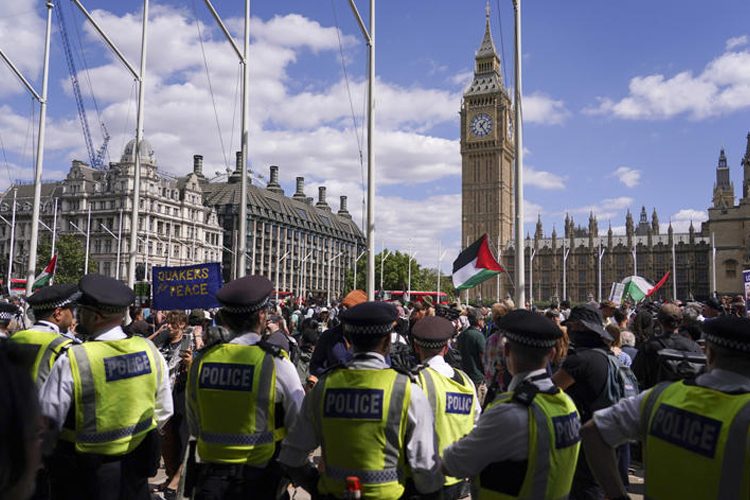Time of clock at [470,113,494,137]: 1:24
